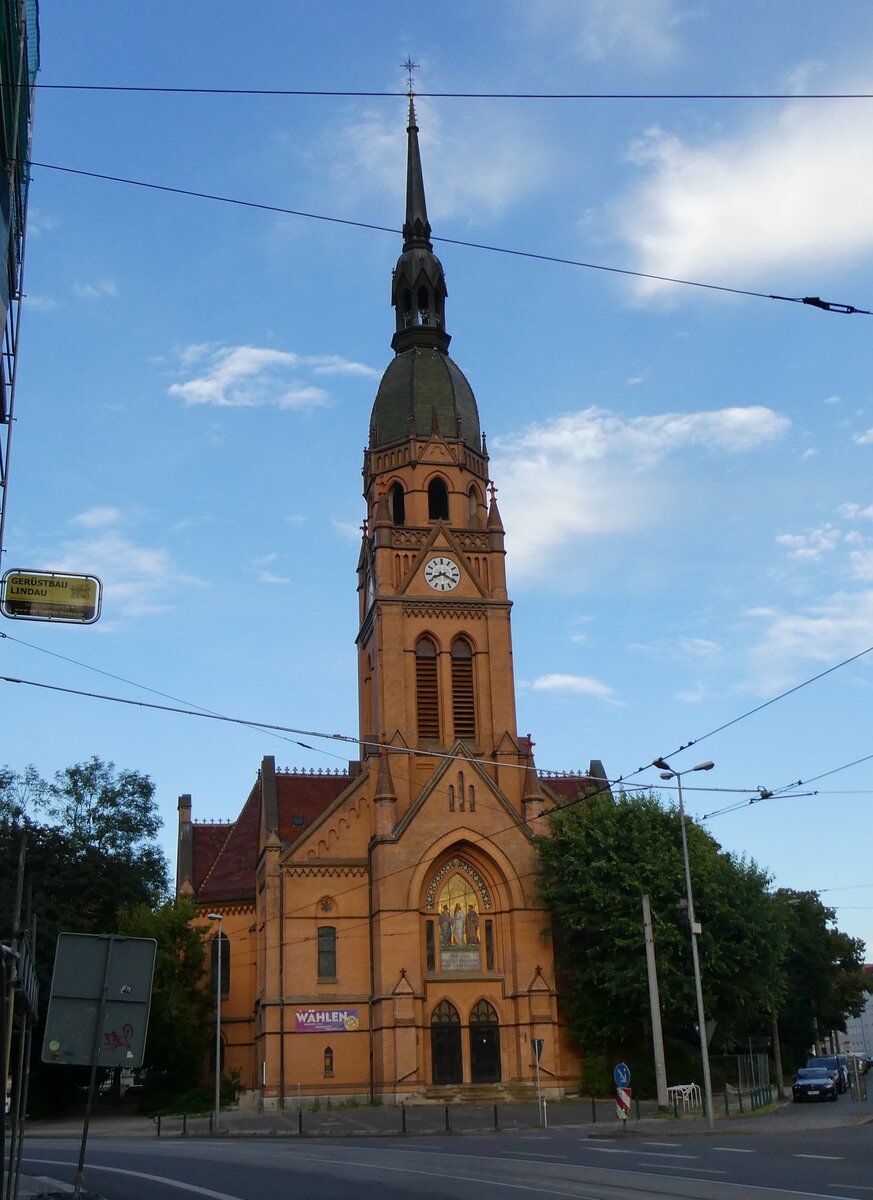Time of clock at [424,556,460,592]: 8:19
